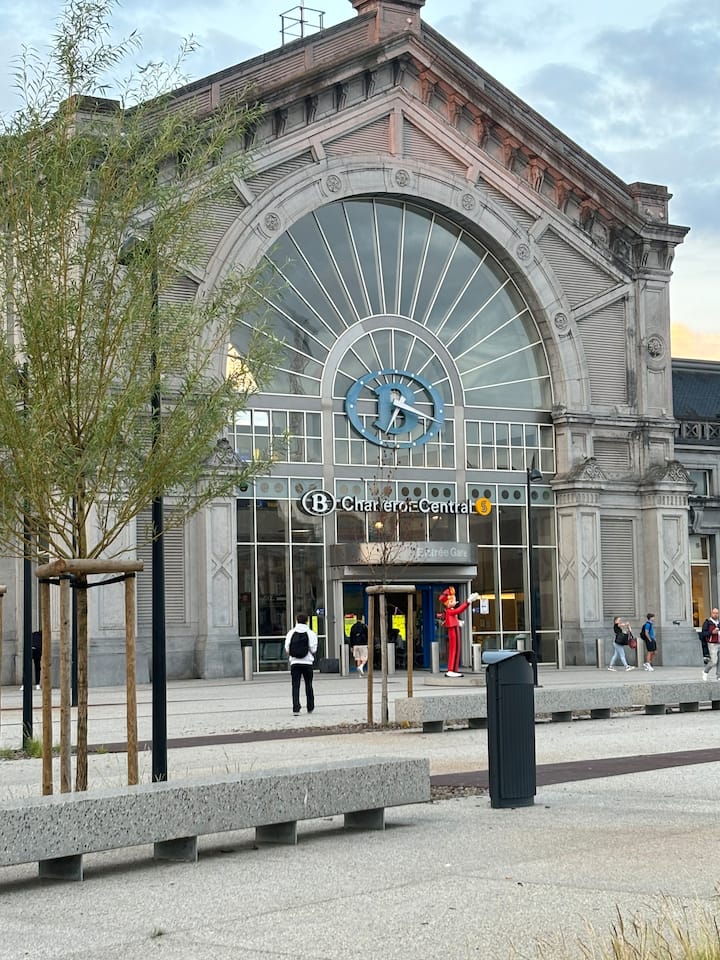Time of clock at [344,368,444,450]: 6:18
